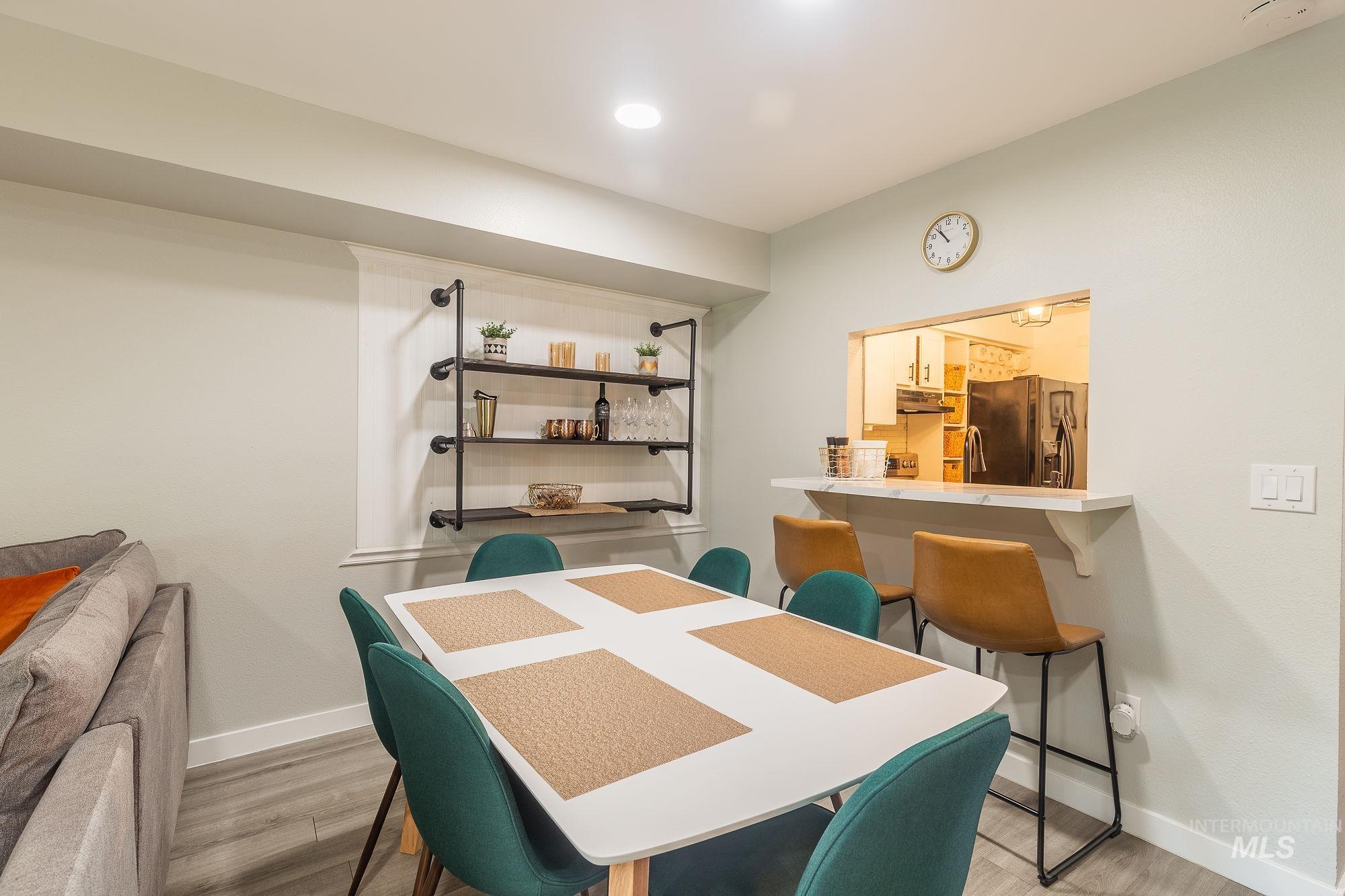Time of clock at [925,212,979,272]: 10:53
